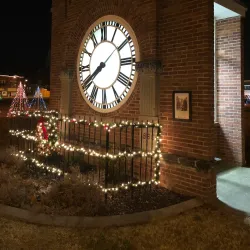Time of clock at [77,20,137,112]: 8:09
